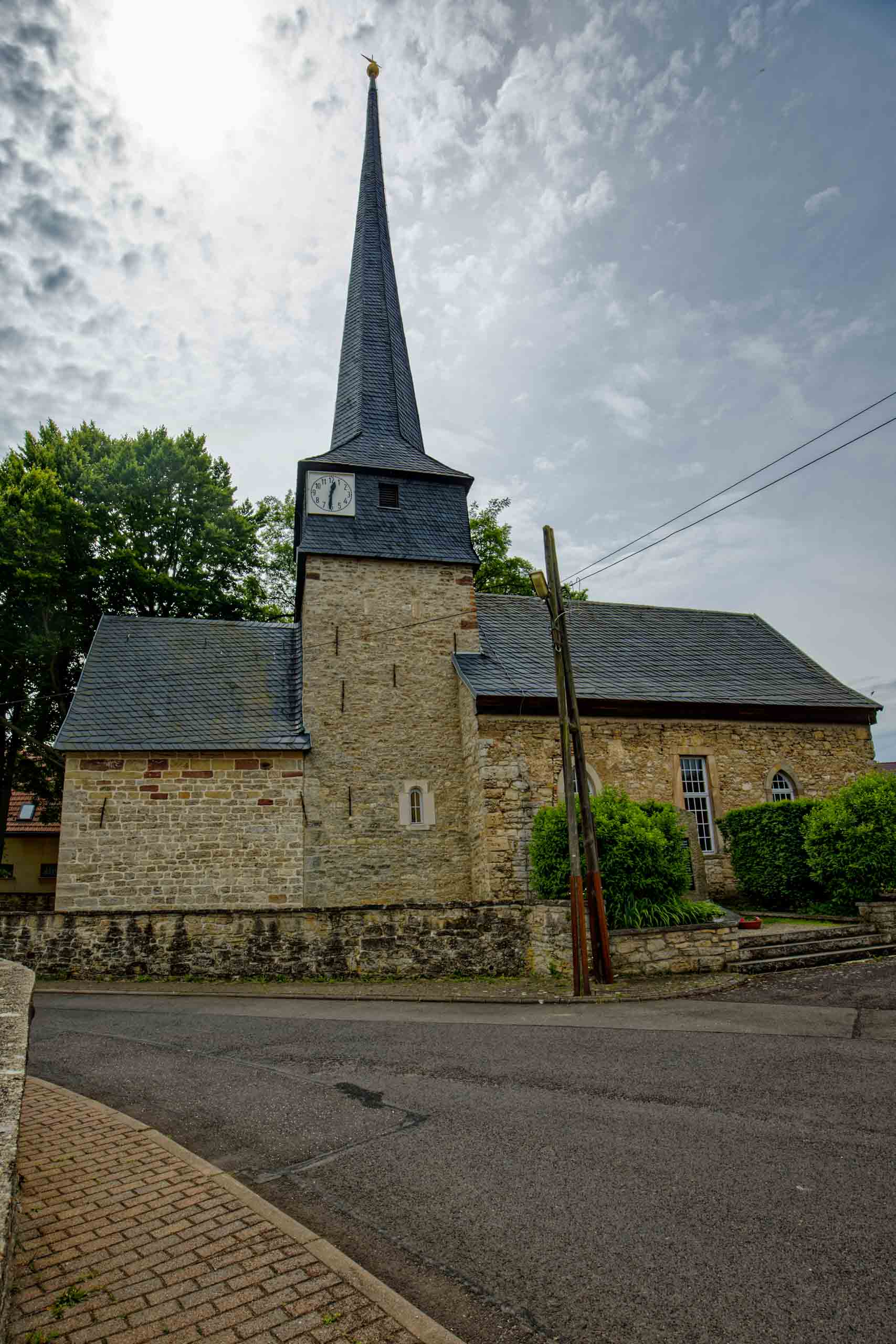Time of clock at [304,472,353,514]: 12:30
